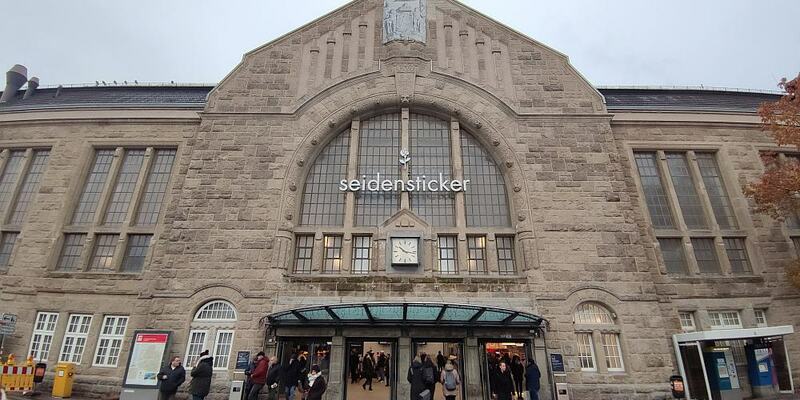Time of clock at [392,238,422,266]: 10:16
